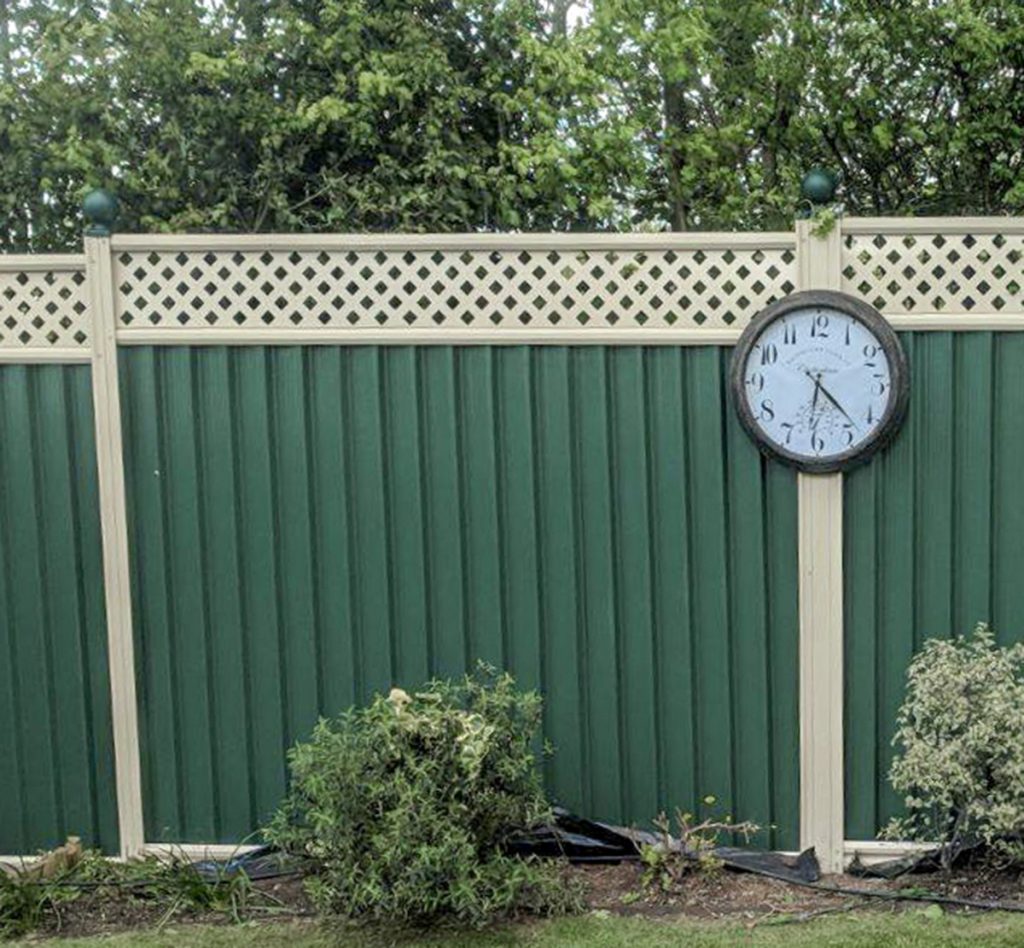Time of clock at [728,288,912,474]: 6:22
